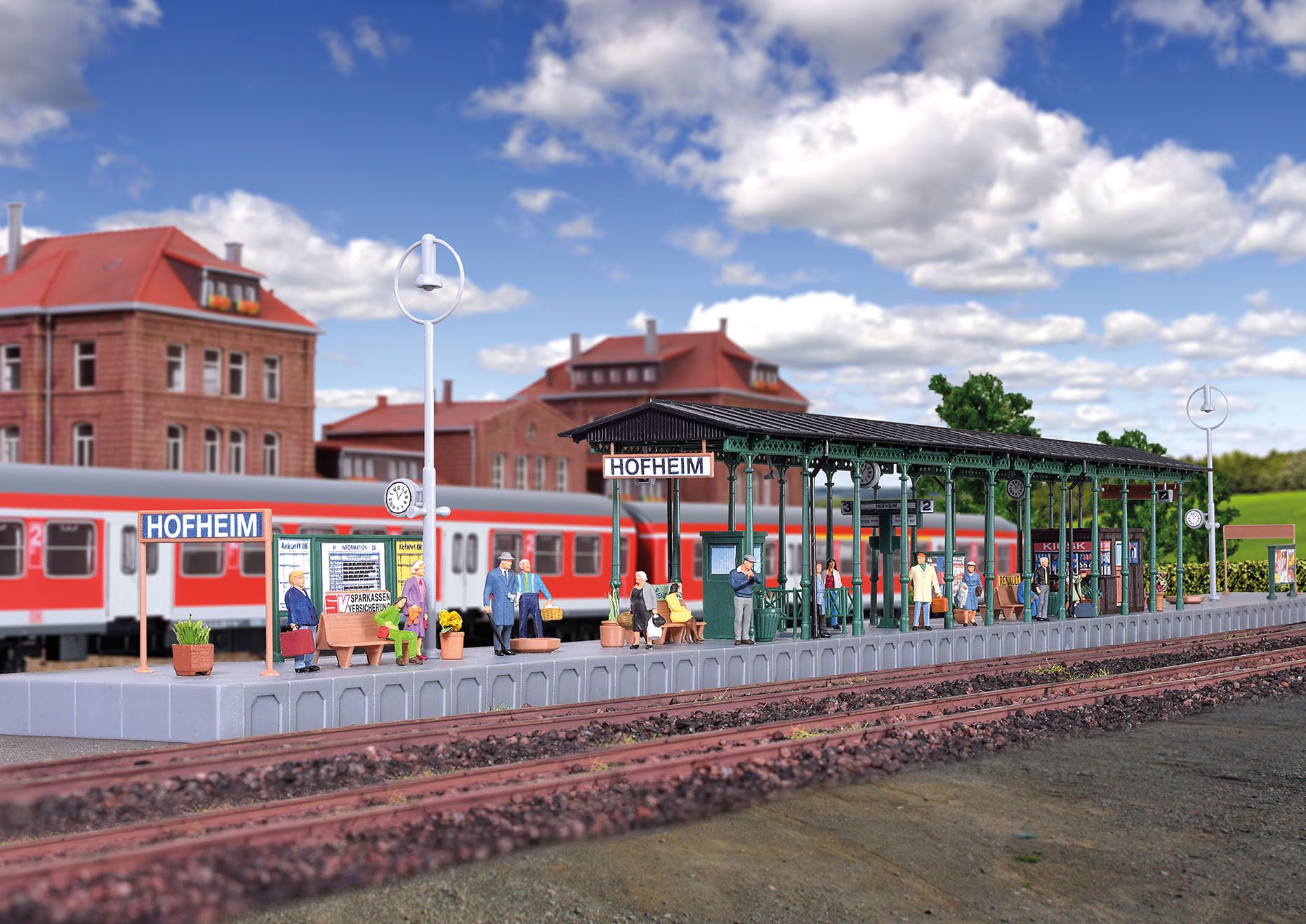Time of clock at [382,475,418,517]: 11:07
